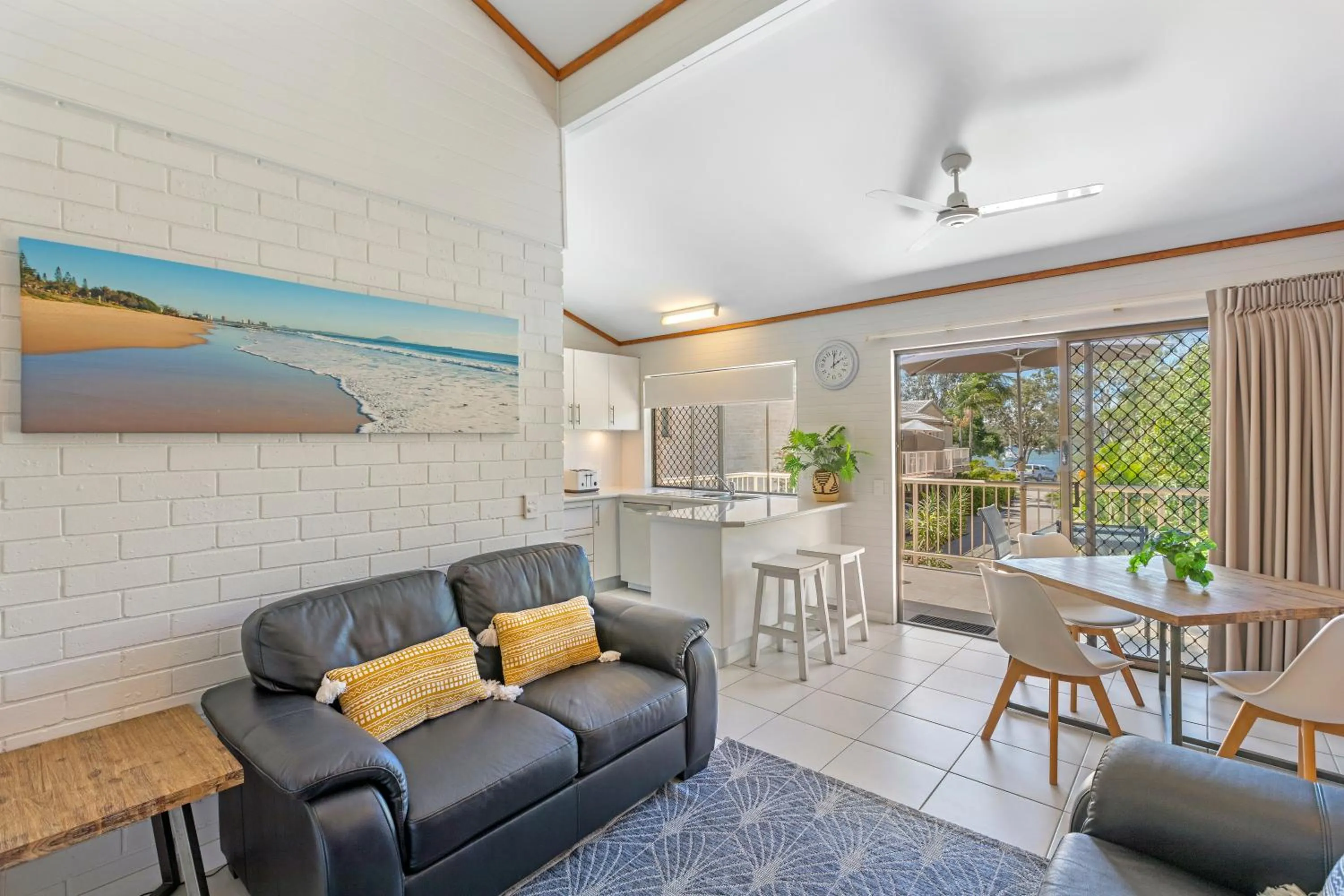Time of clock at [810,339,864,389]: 2:00
